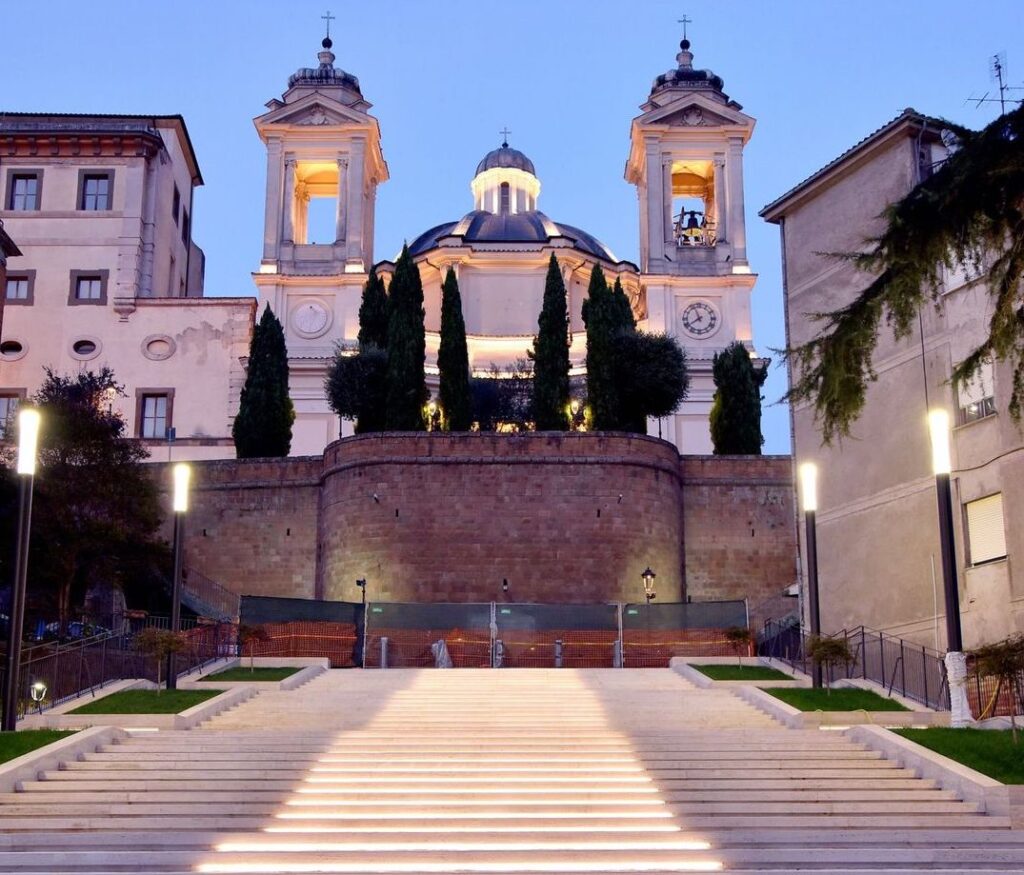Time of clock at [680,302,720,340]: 7:56
